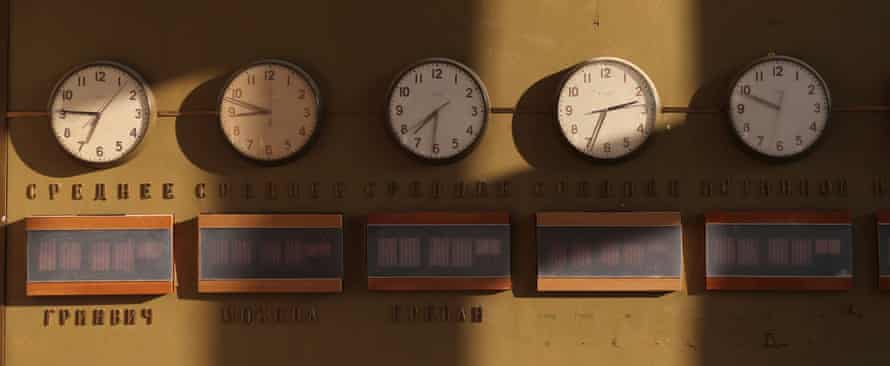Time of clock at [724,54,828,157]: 9:48
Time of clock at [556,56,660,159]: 2:33
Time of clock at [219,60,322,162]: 8:47
